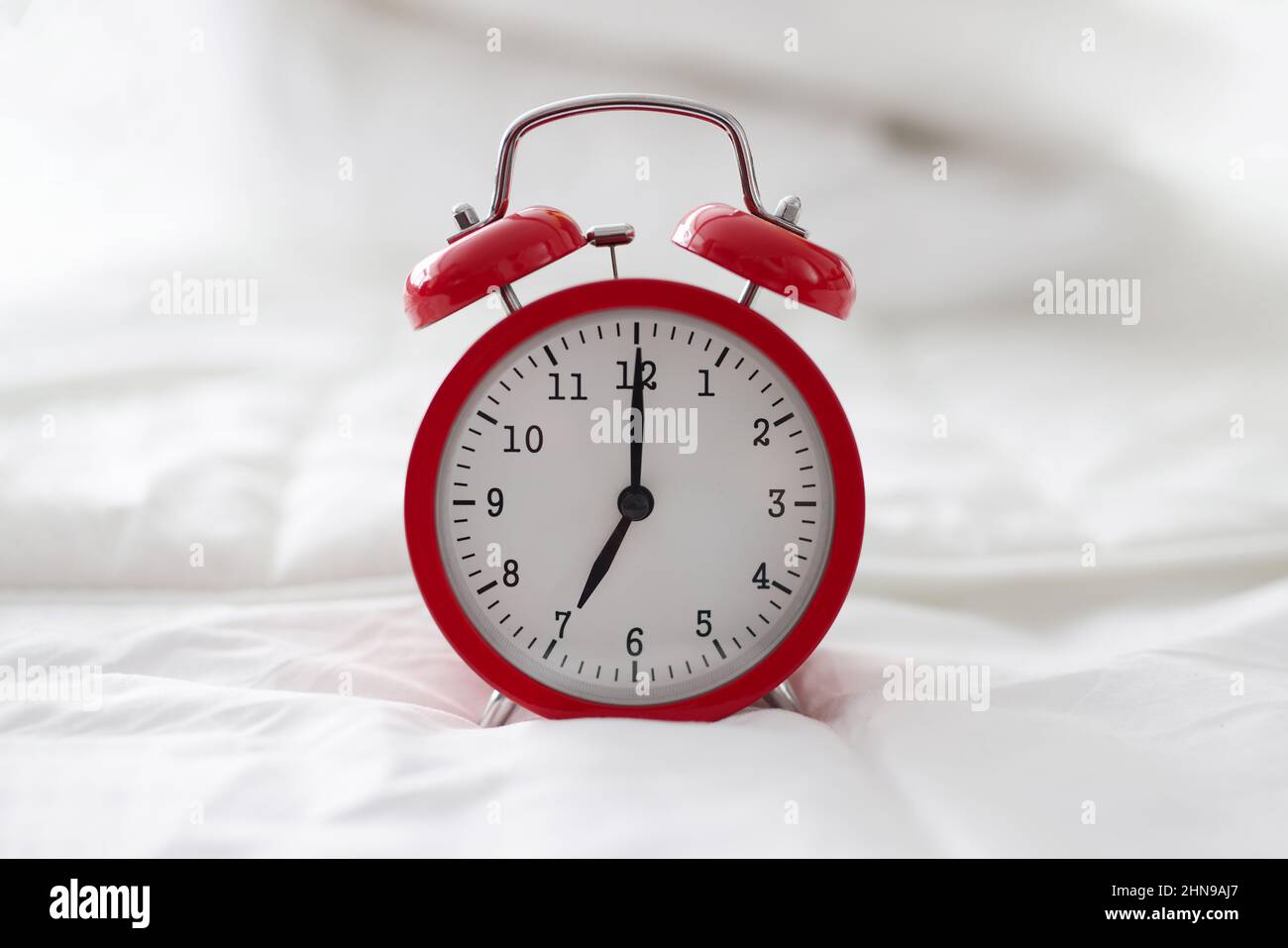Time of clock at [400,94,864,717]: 7:00
